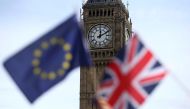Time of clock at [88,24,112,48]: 12:10
